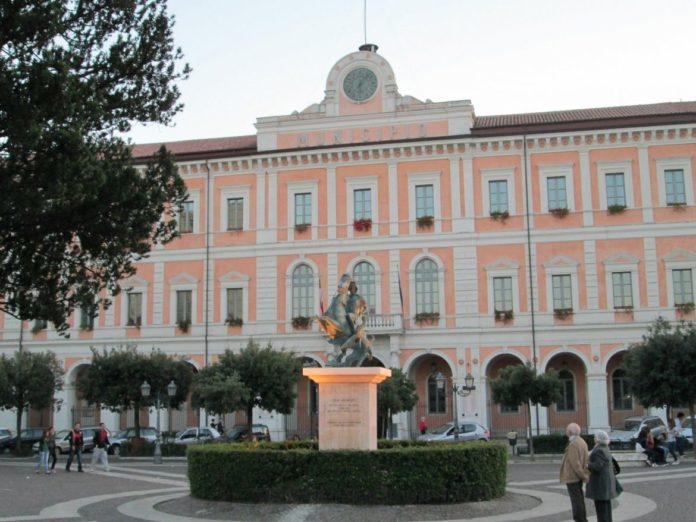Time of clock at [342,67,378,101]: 6:06
